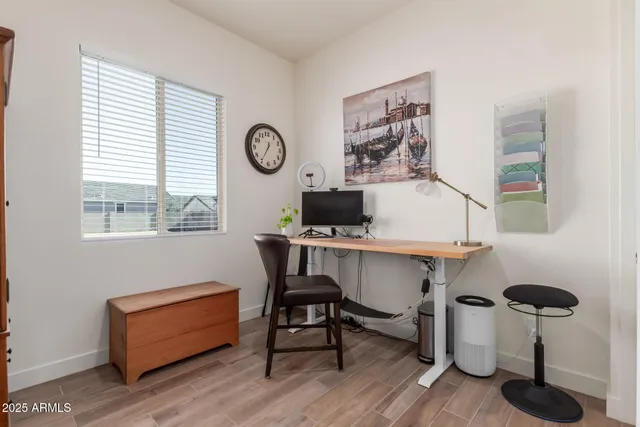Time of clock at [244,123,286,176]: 12:35
